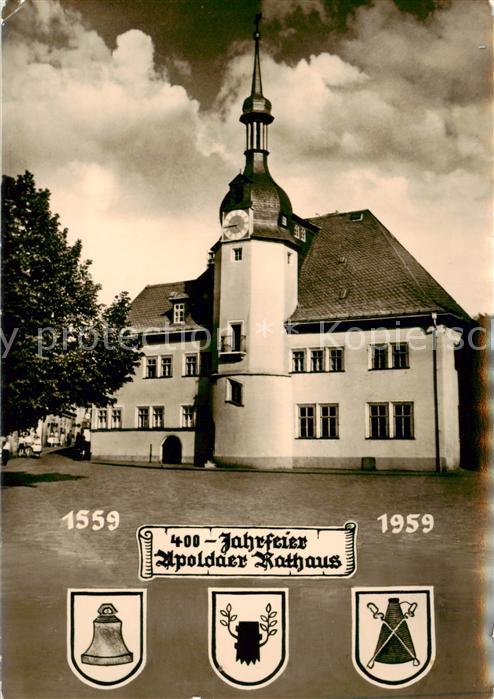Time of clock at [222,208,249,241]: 8:43
